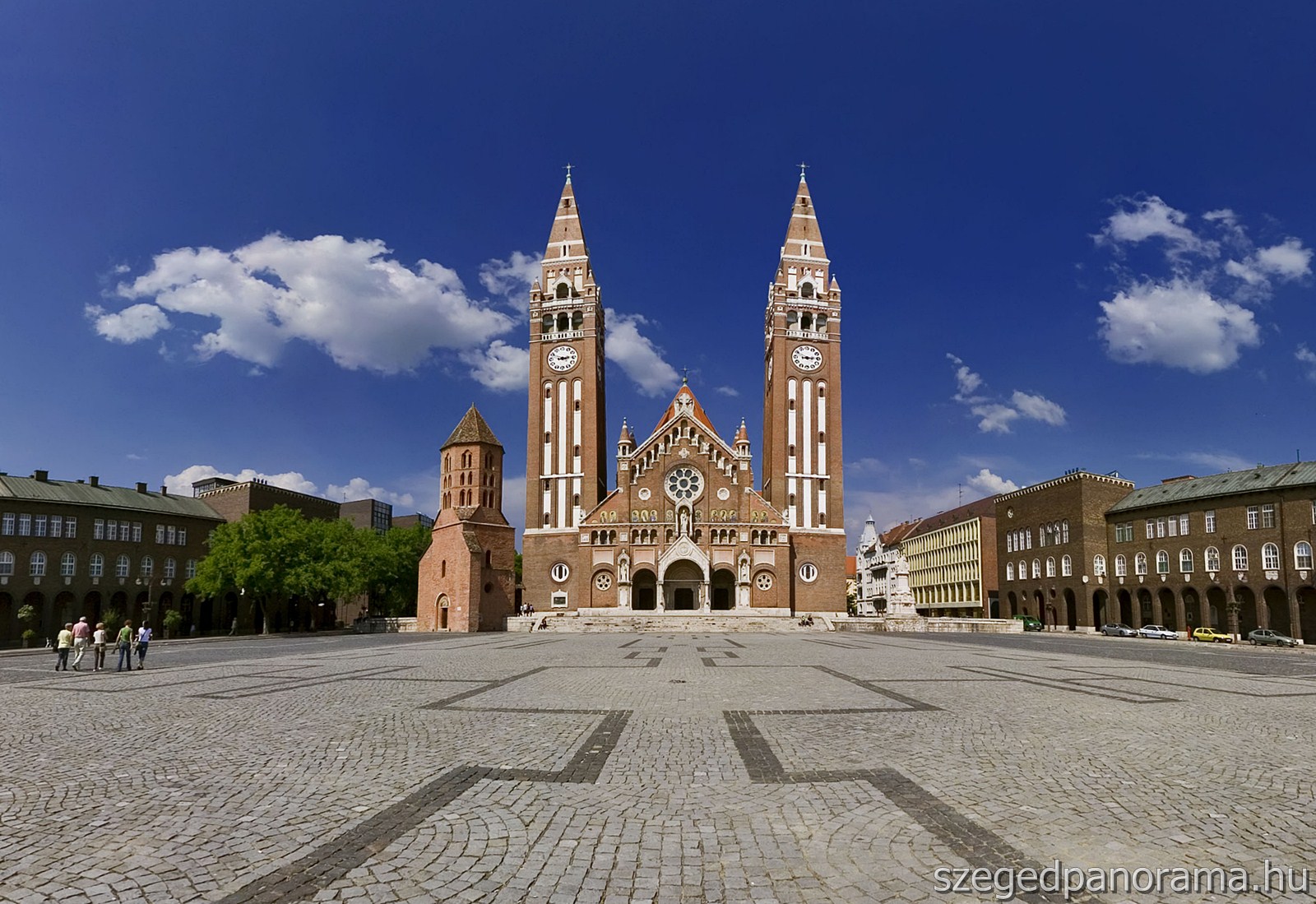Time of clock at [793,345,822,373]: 3:13
